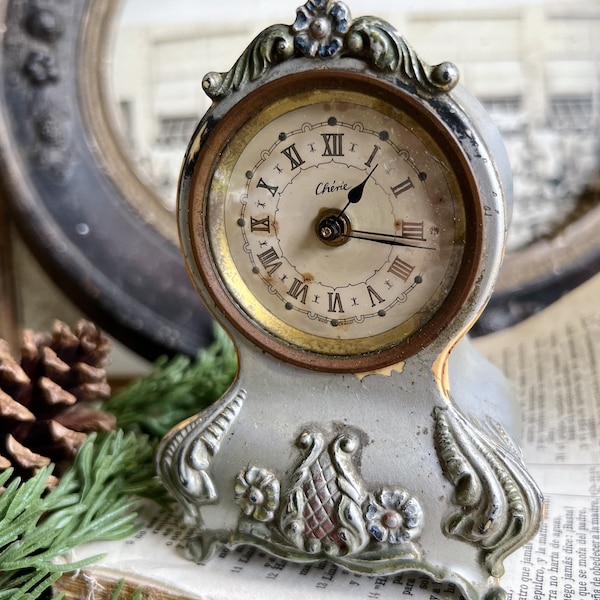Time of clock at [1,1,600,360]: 1:16
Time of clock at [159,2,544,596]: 1:16
